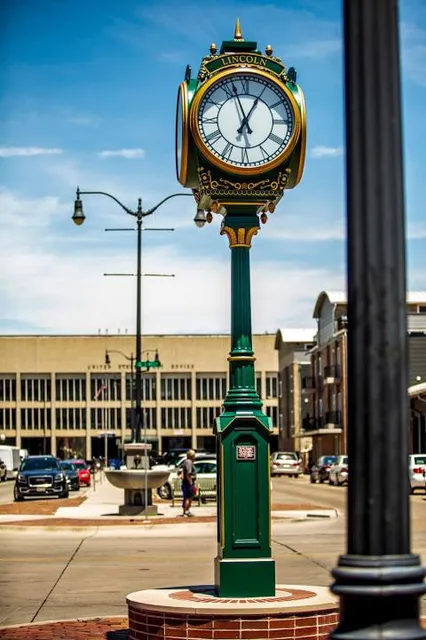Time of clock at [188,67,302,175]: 6:57
